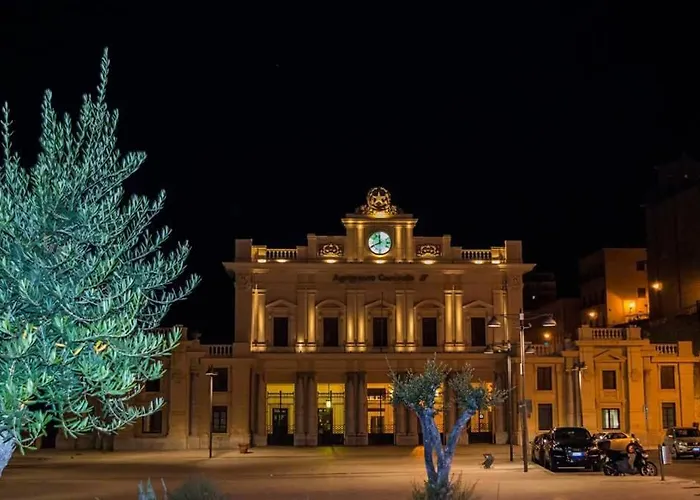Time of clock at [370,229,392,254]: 11:40
